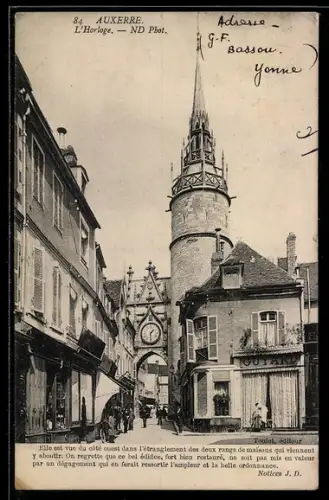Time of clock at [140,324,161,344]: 1:28
